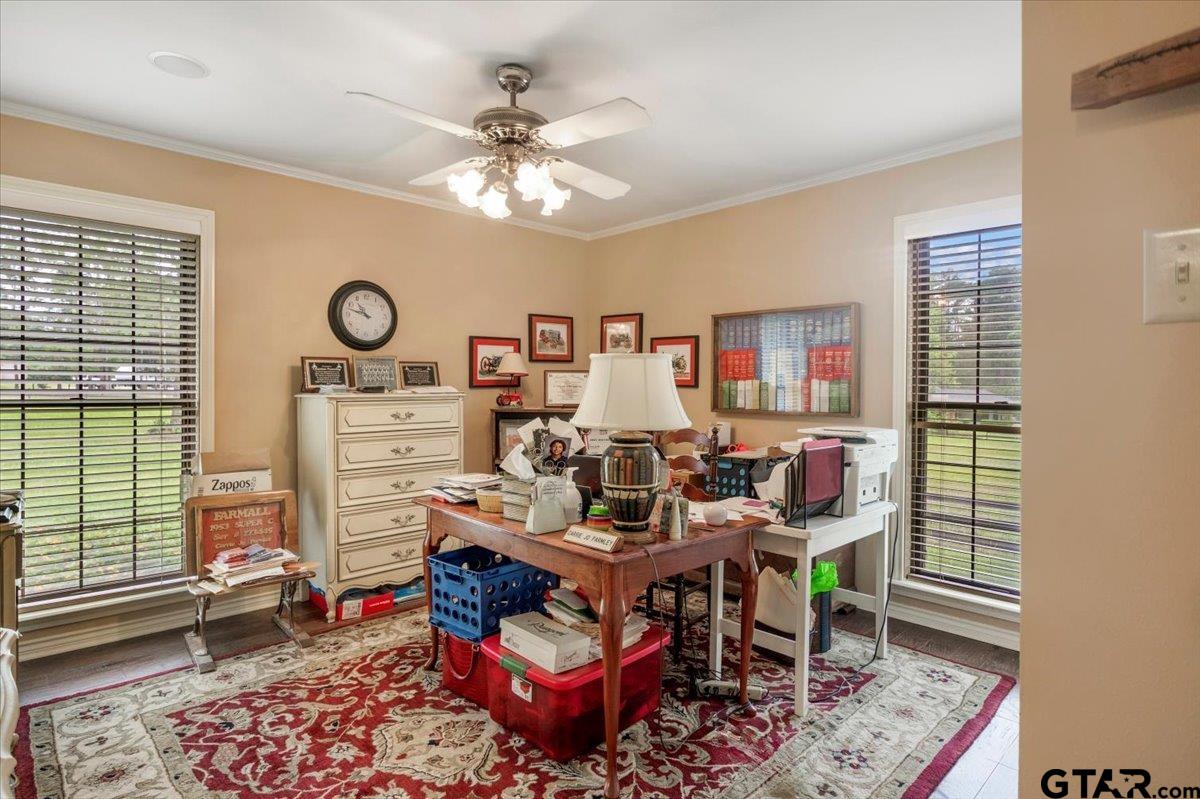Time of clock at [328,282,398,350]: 10:47
